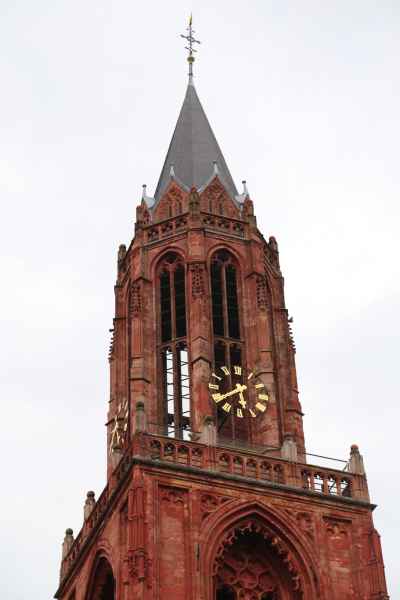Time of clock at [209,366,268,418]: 5:40
